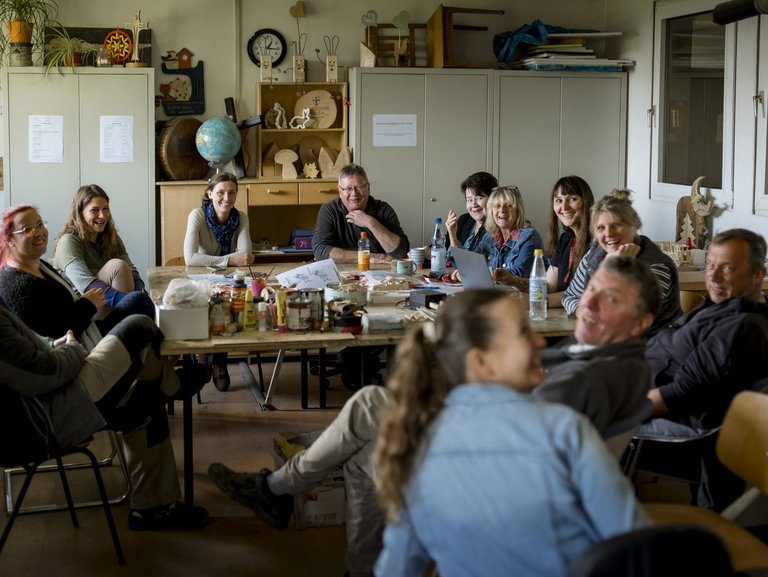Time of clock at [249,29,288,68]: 1:16
